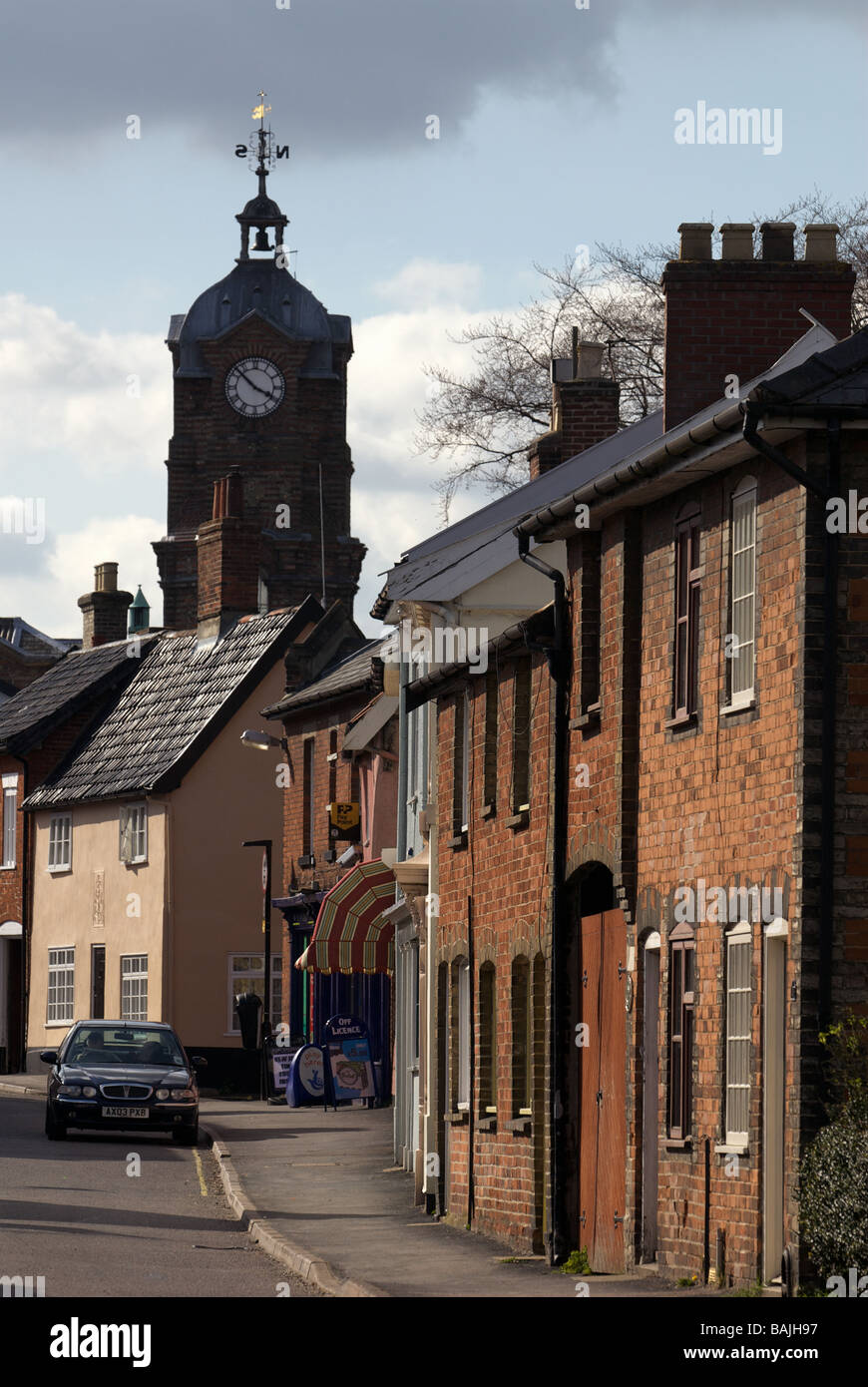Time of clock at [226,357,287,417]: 3:52
